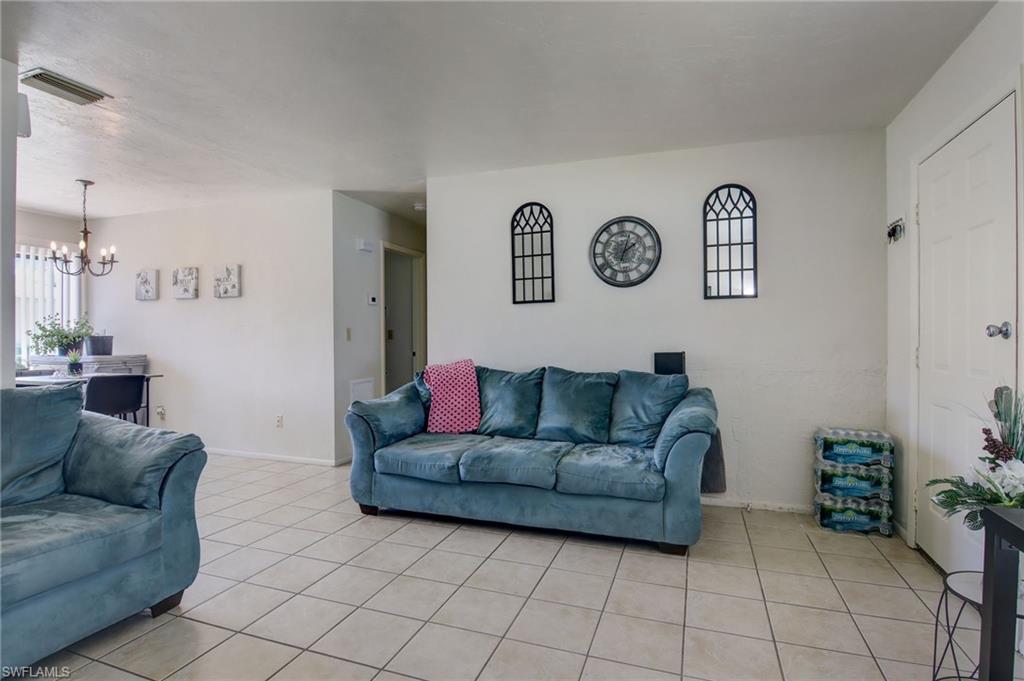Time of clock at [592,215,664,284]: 2:03
